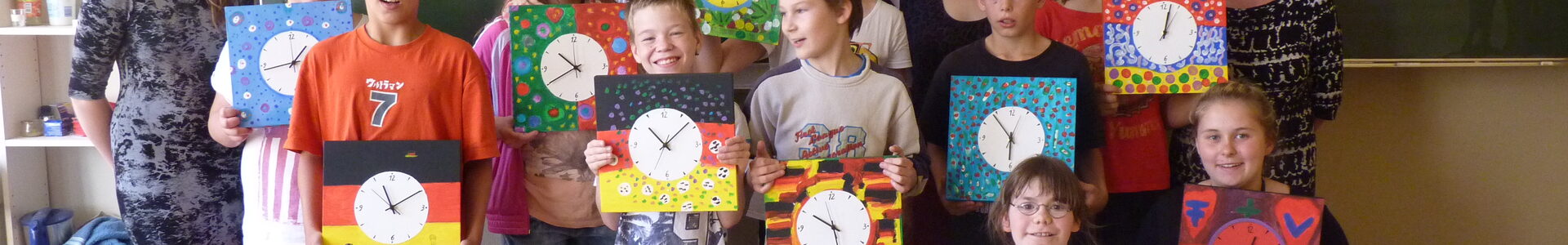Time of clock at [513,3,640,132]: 10:40
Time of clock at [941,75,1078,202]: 5:53
